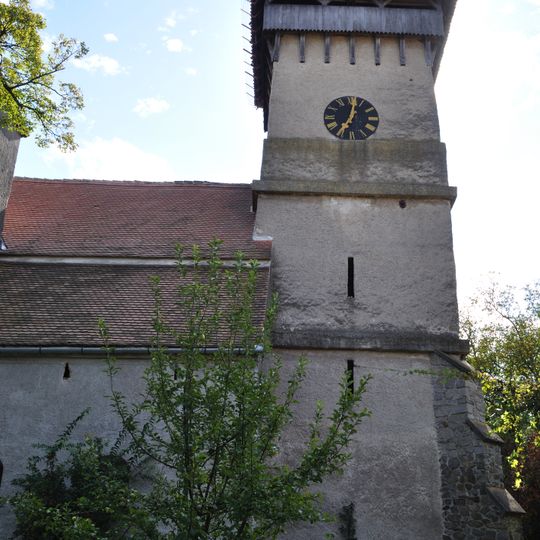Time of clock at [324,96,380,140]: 7:01
